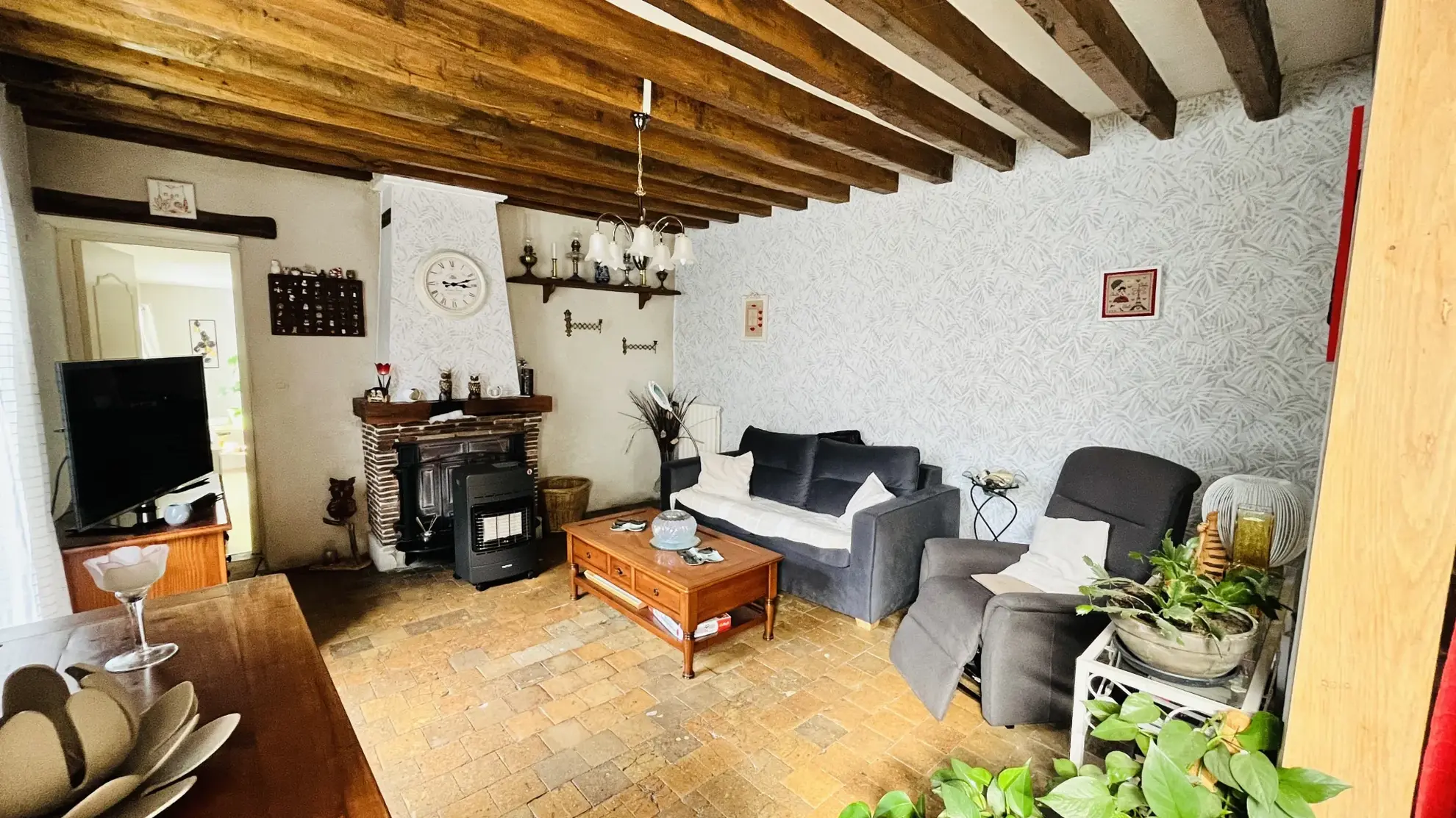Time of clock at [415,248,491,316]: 3:12
